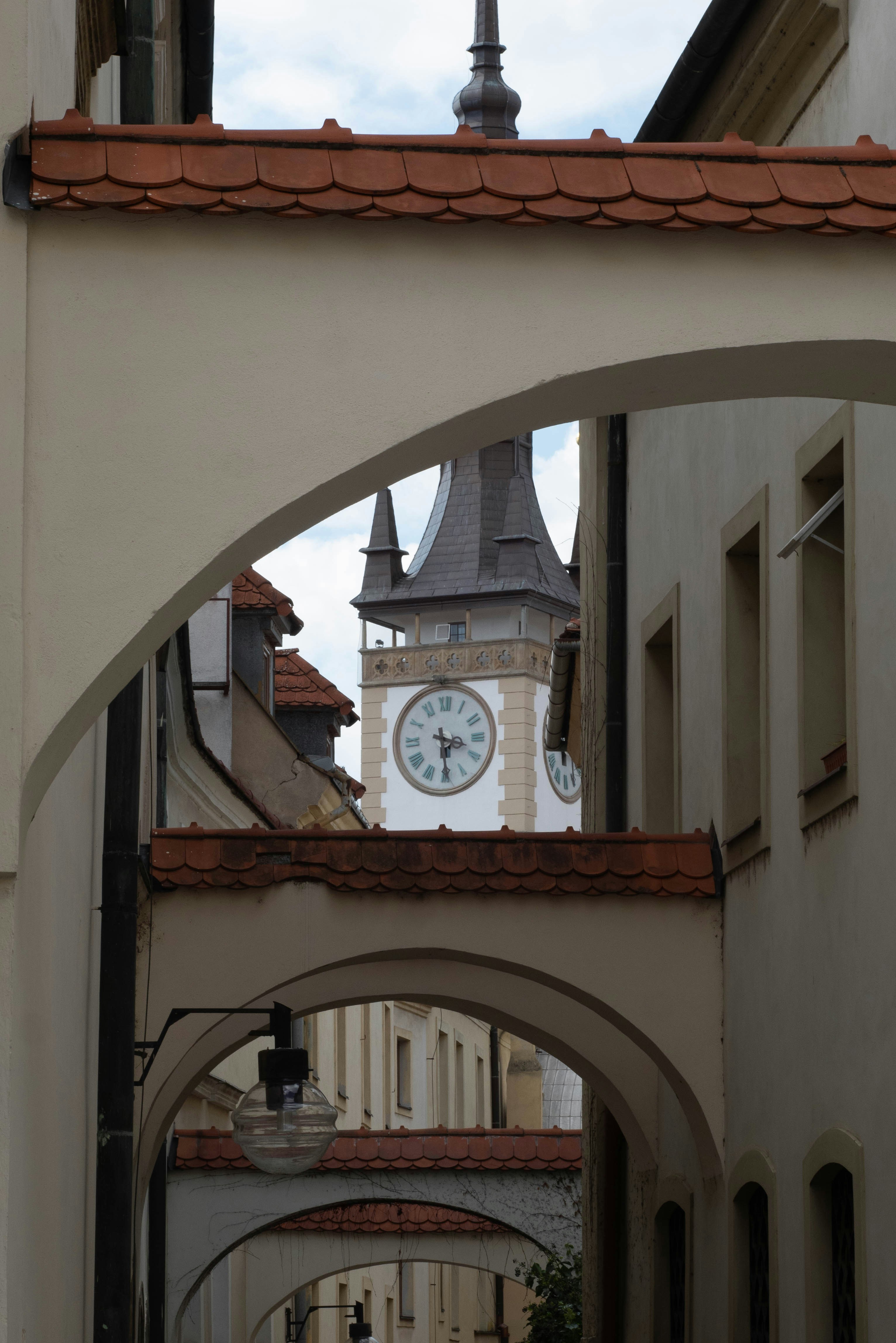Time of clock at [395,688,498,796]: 3:29
